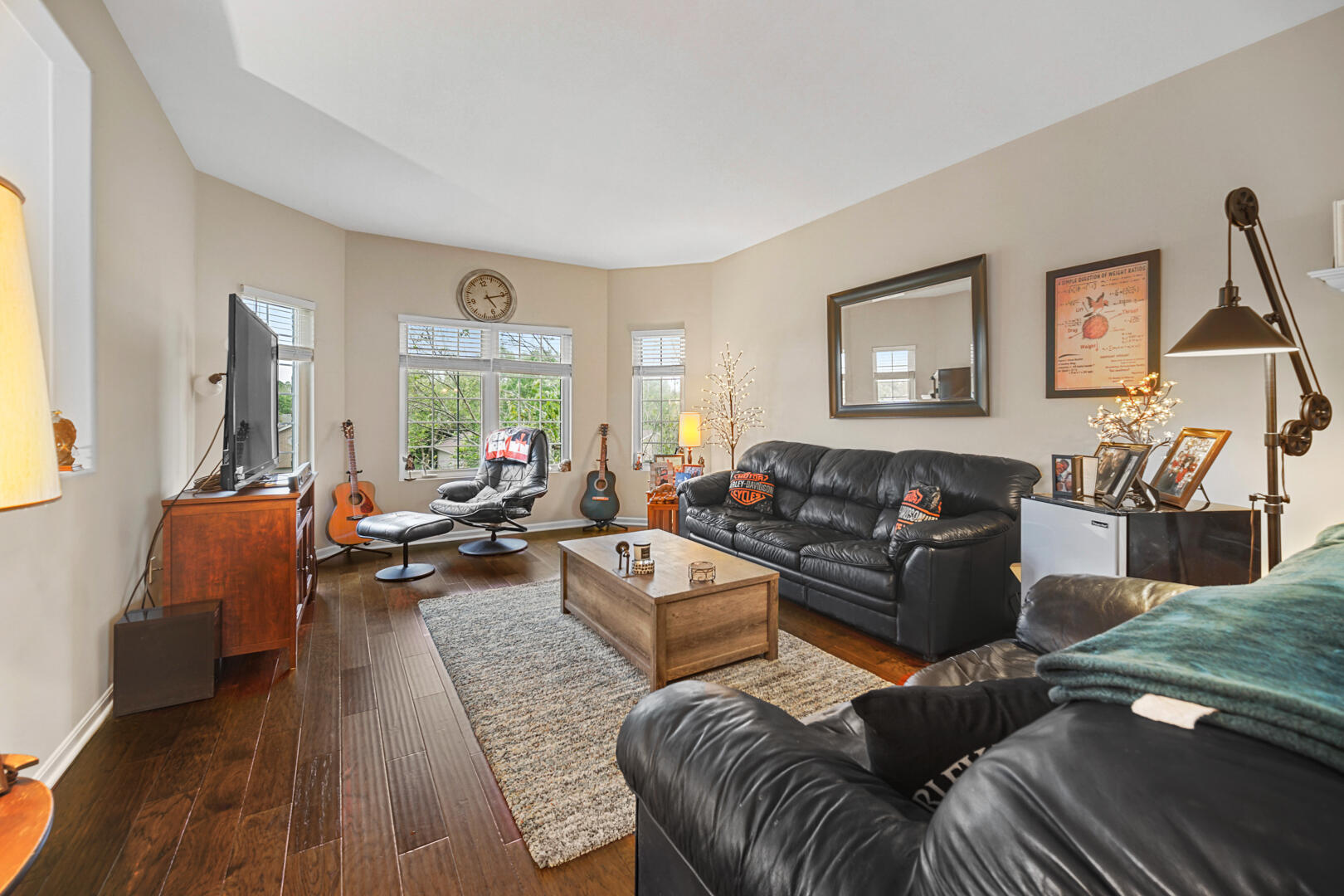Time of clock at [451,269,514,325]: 5:15
